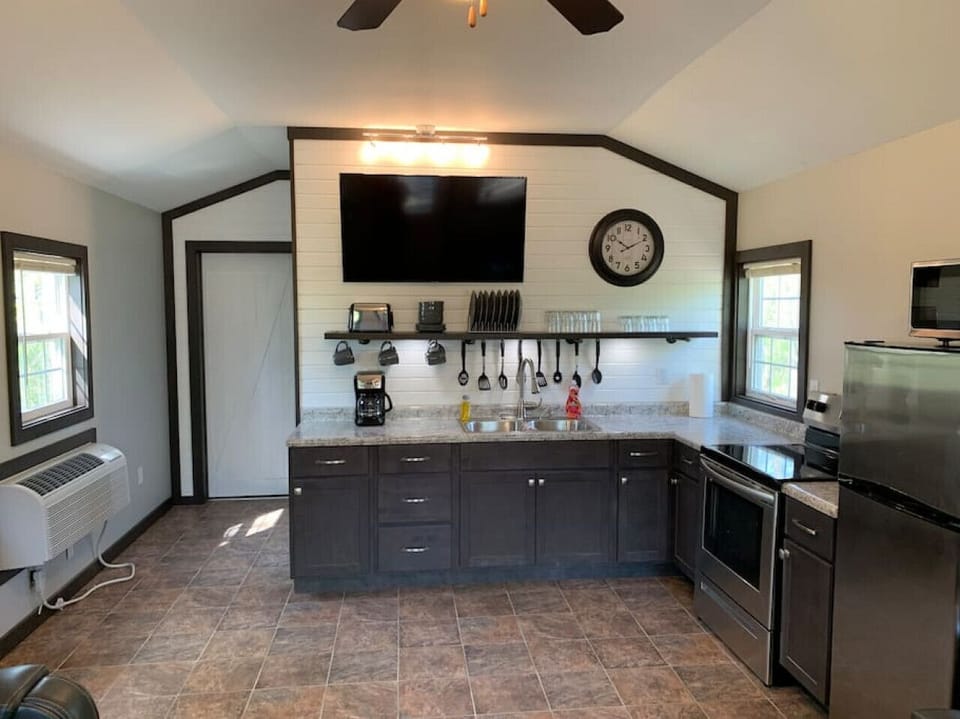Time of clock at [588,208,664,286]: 10:10
